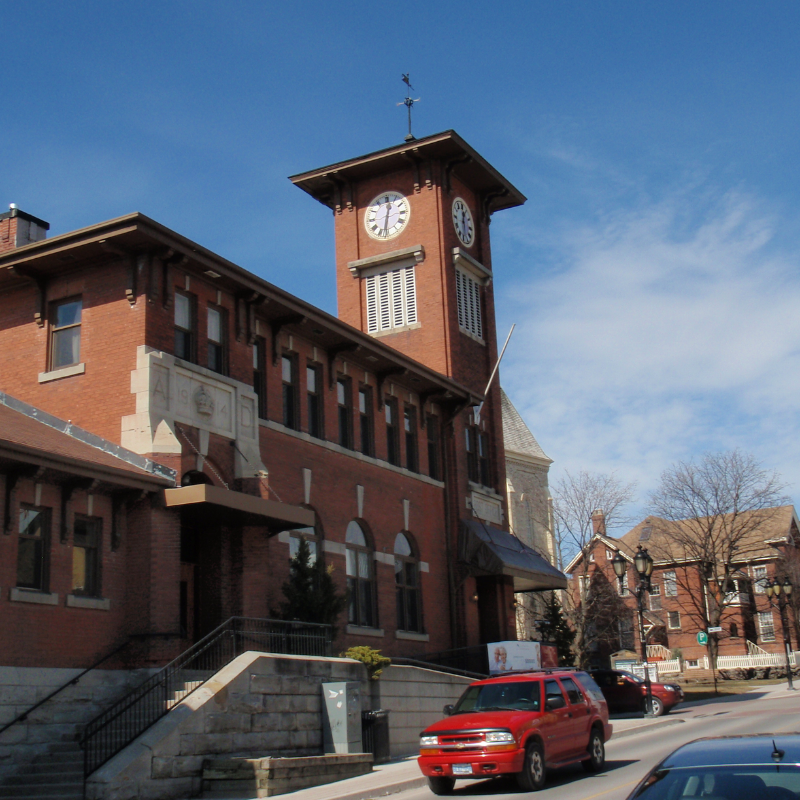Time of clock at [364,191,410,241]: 12:32
